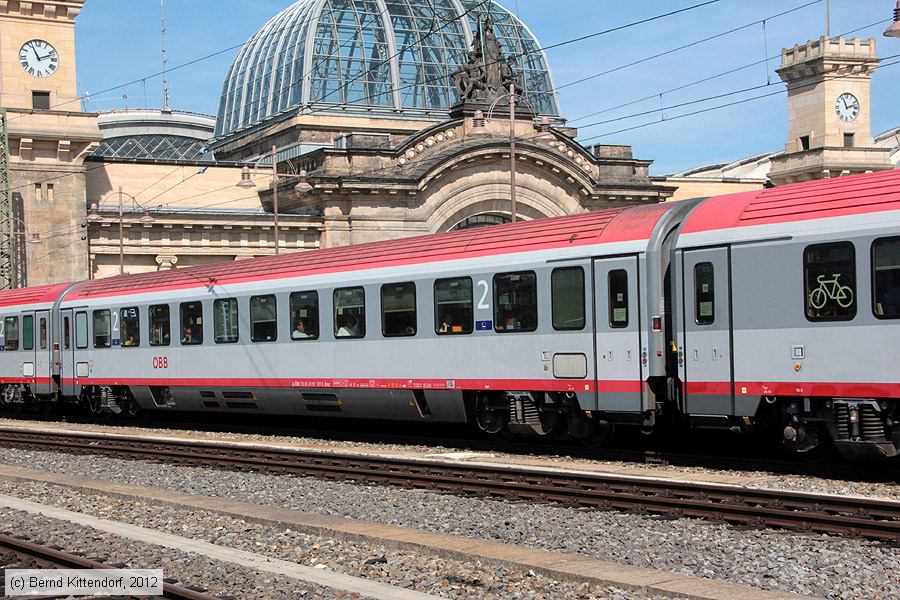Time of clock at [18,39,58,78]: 11:11
